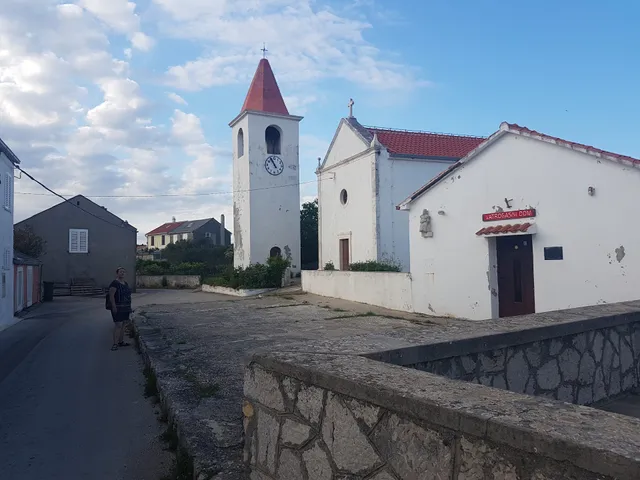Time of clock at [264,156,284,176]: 10:55
